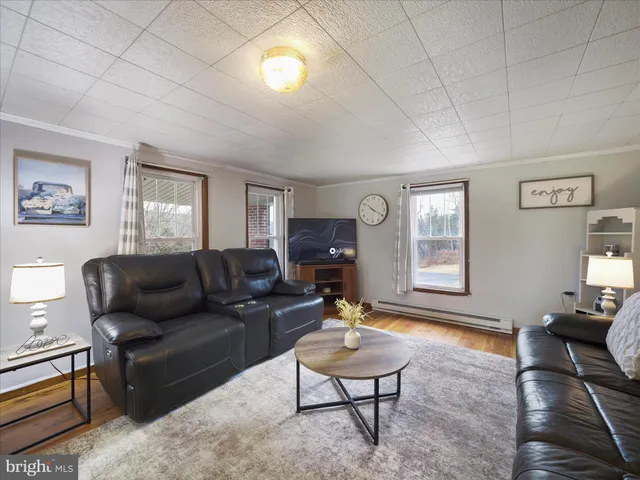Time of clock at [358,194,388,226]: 10:19
